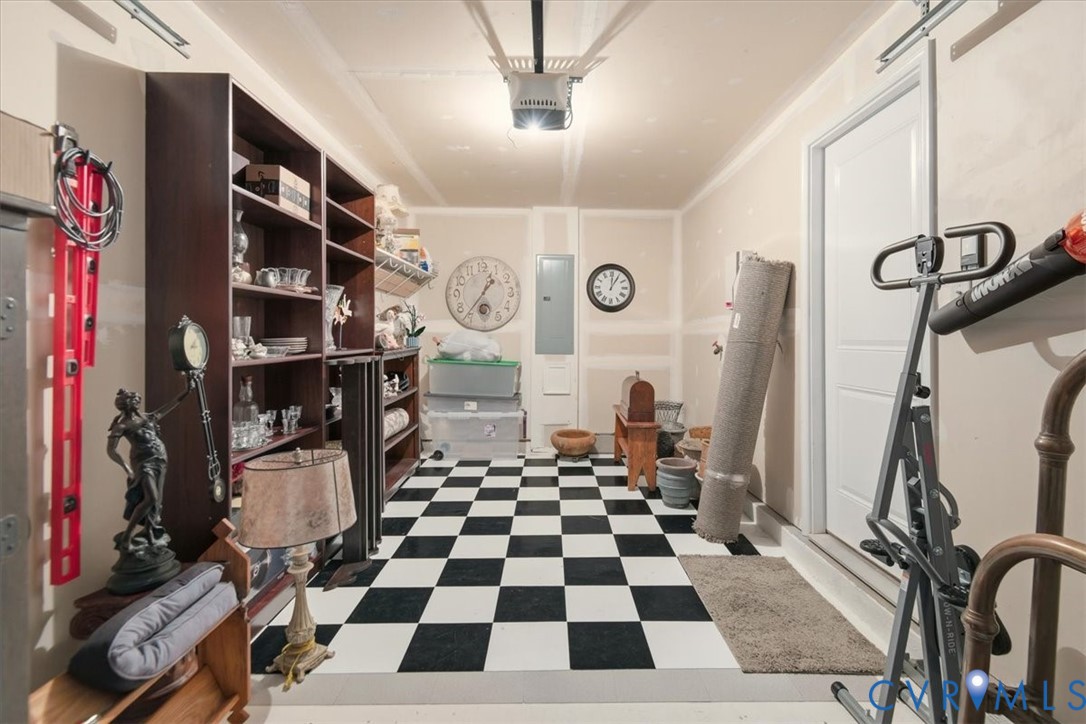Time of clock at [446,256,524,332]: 1:36
